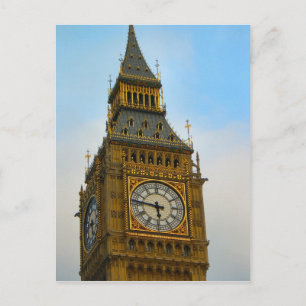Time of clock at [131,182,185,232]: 5:46
